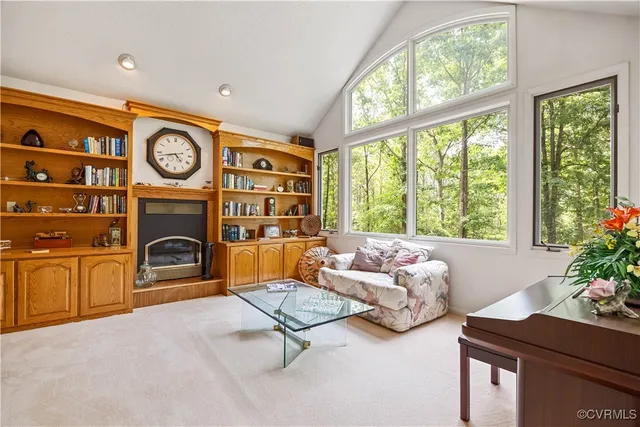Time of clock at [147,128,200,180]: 4:42
